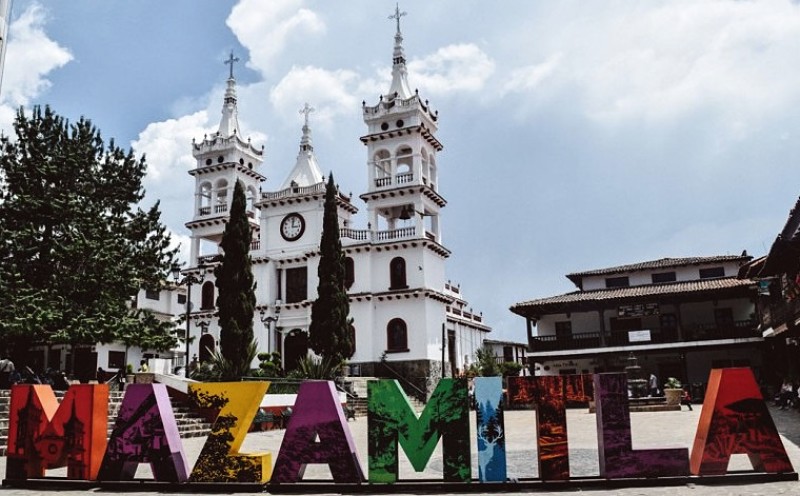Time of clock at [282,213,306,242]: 3:01
